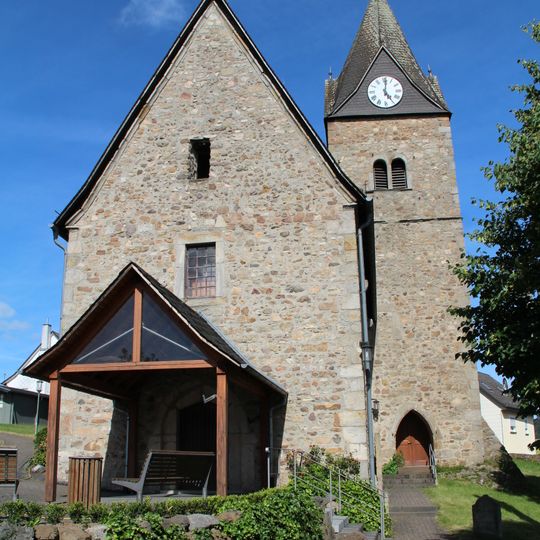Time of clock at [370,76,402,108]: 5:01
